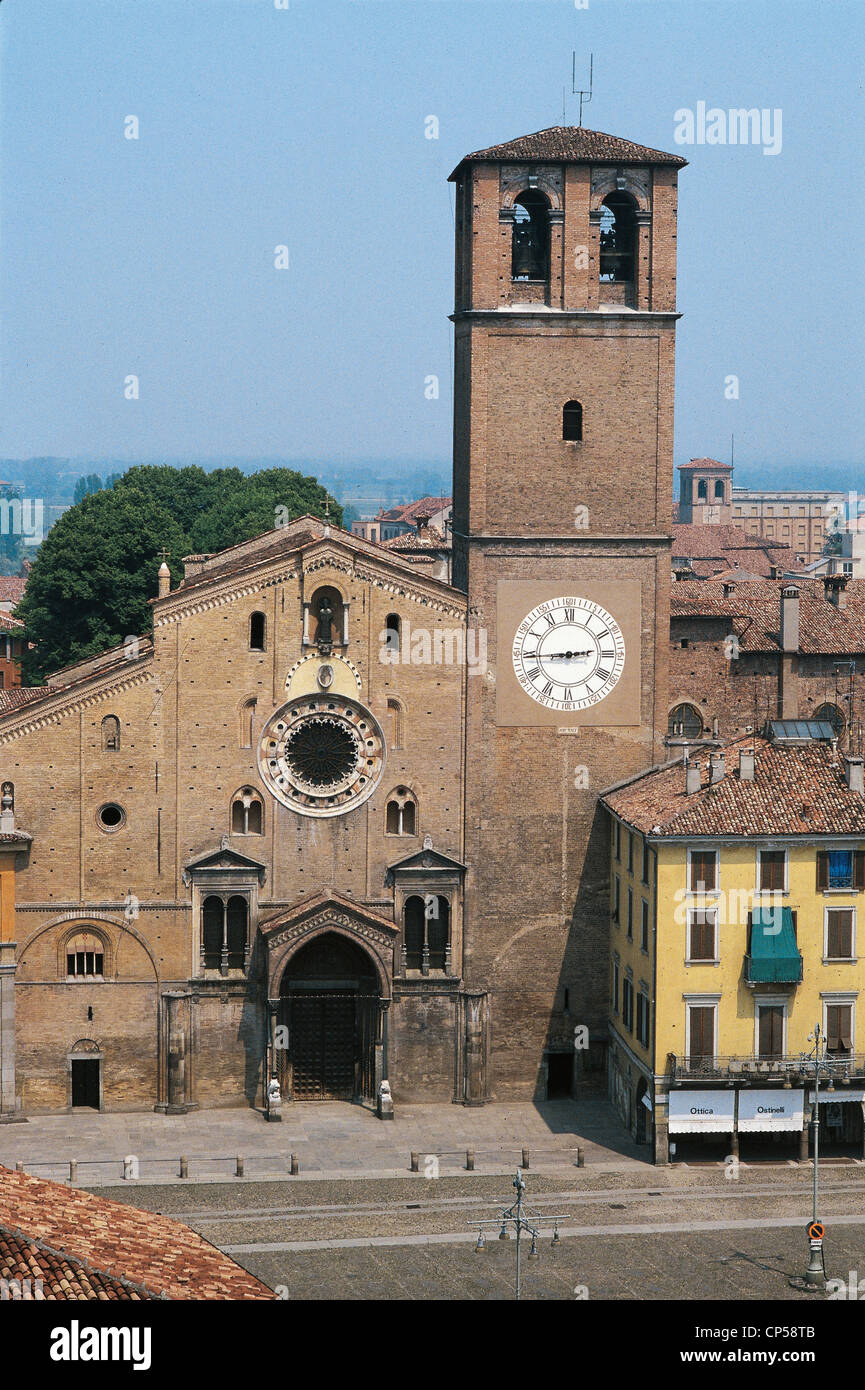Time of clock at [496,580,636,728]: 2:44
